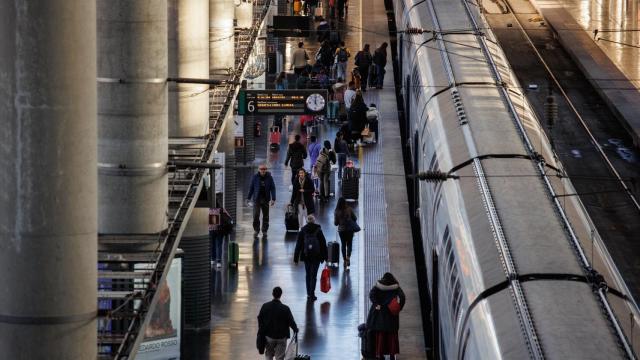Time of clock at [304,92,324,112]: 5:00
